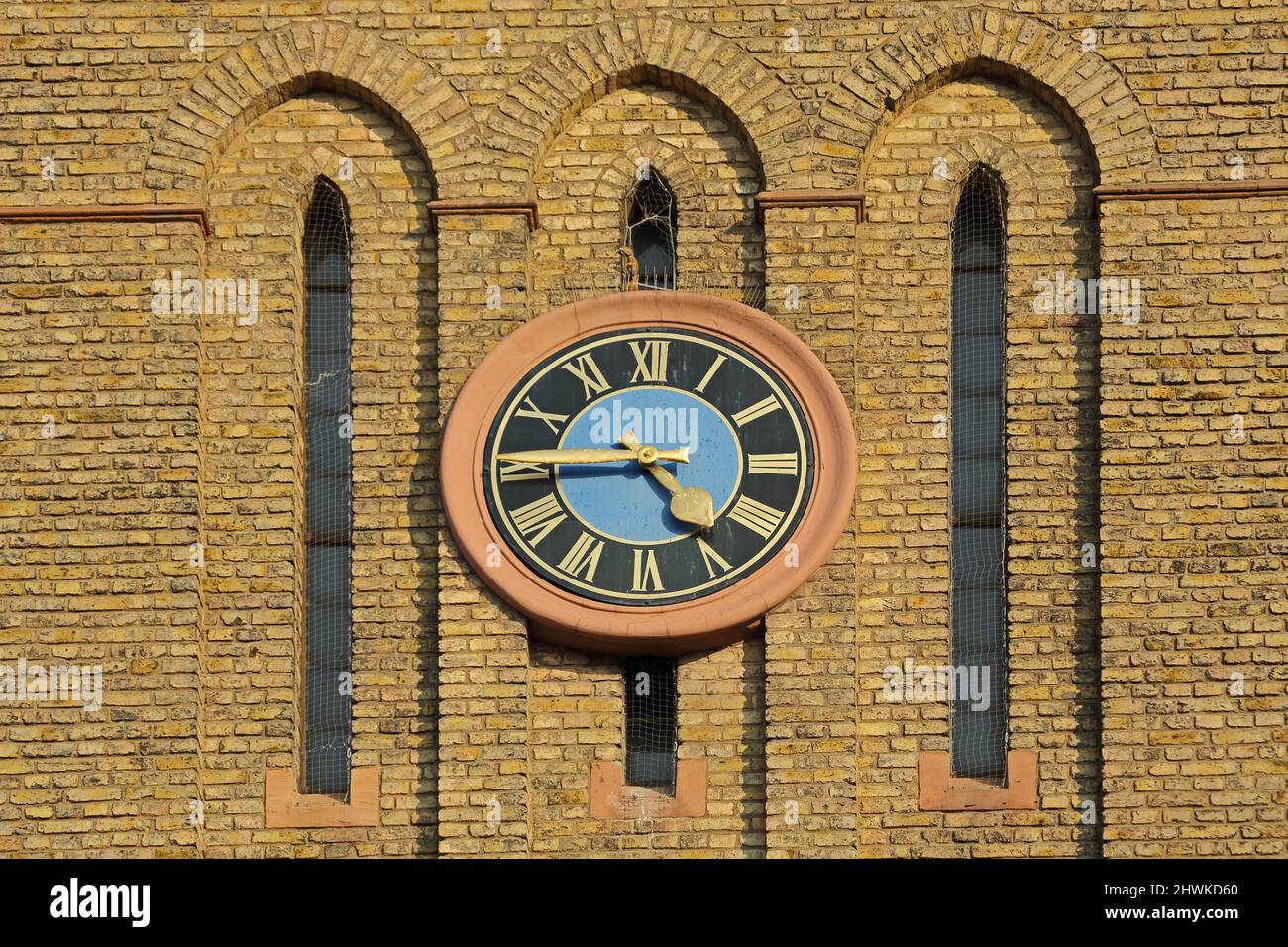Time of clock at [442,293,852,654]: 4:44
